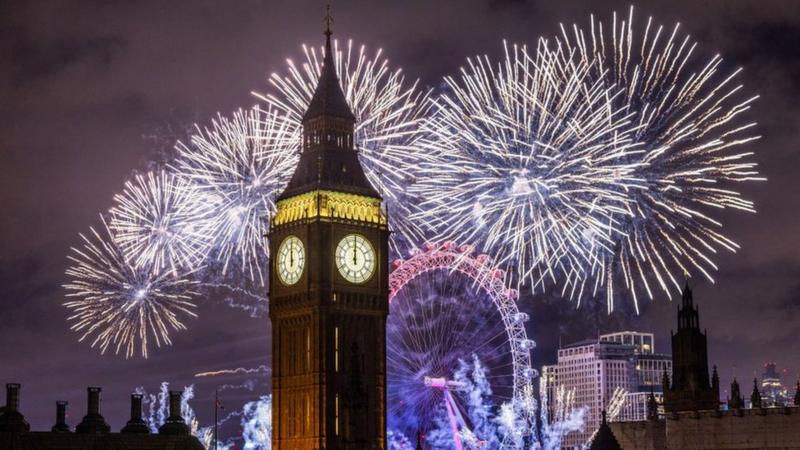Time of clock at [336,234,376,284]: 12:00
